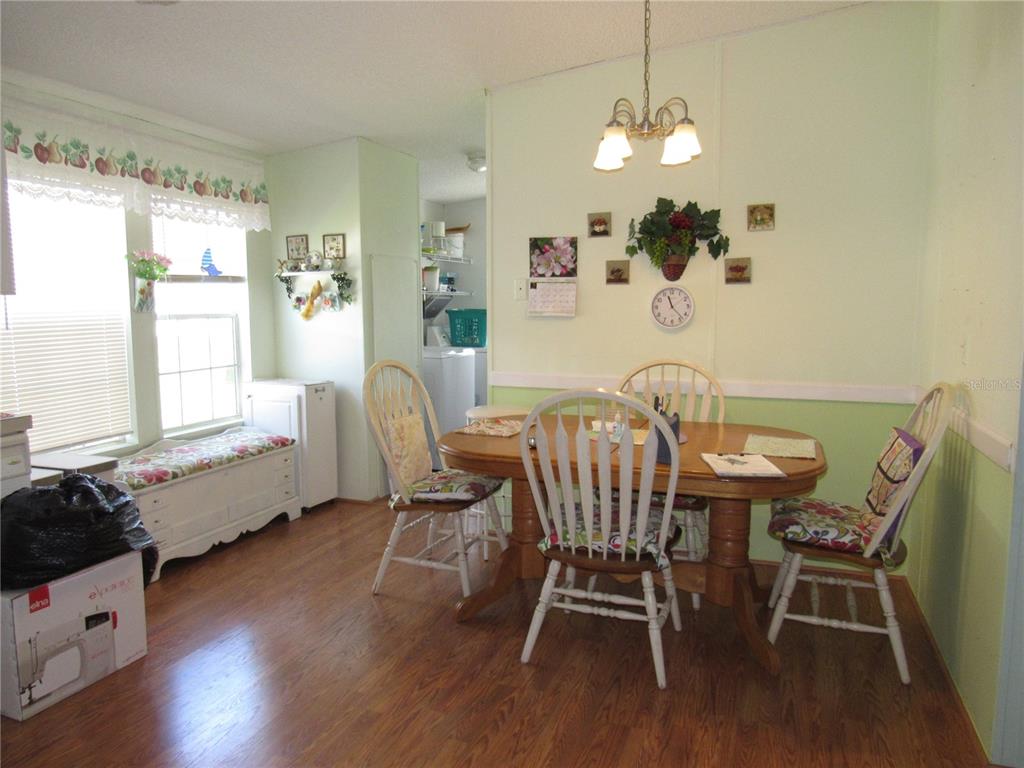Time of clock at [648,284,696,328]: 11:23
